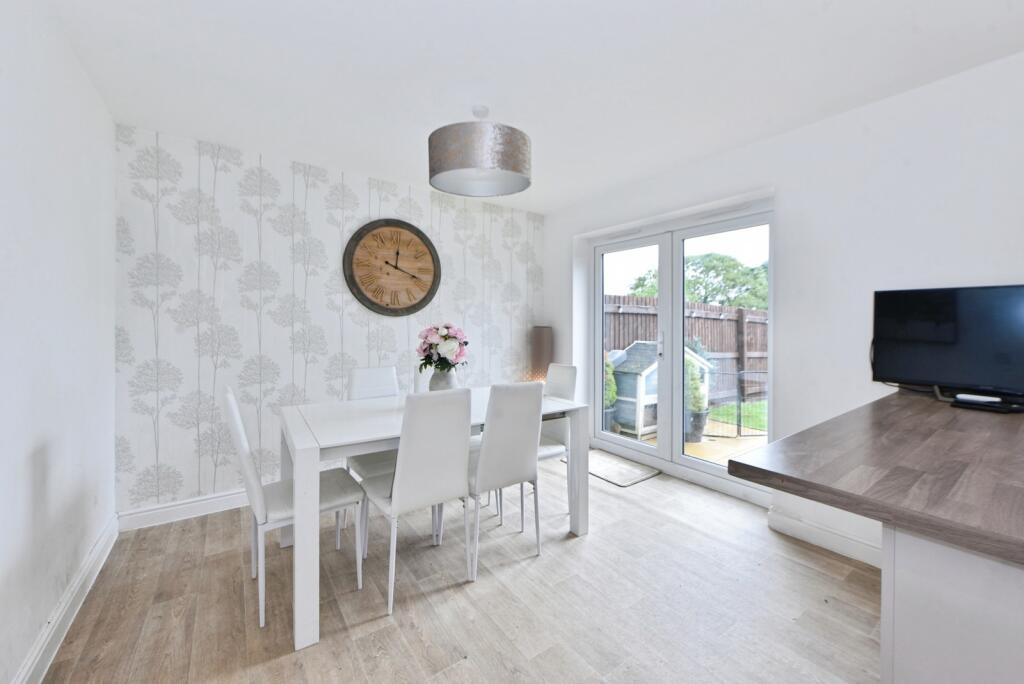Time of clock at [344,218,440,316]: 12:18
